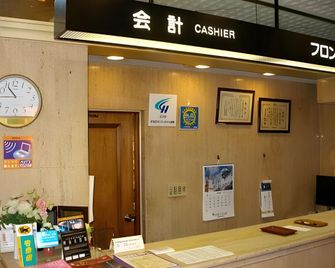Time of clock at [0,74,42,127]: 10:45
